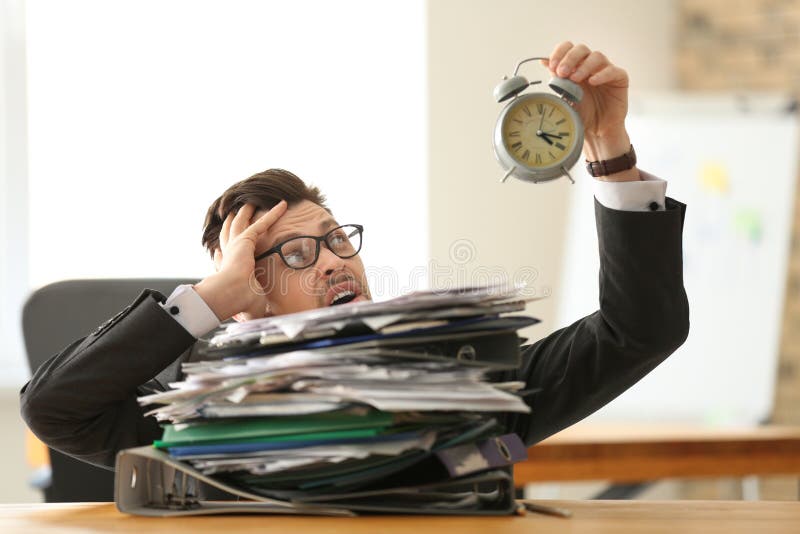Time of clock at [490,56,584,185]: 4:16
